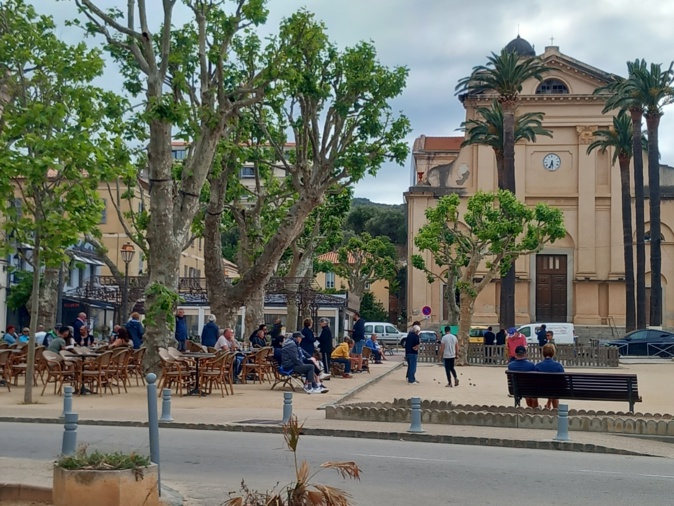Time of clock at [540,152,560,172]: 5:33
